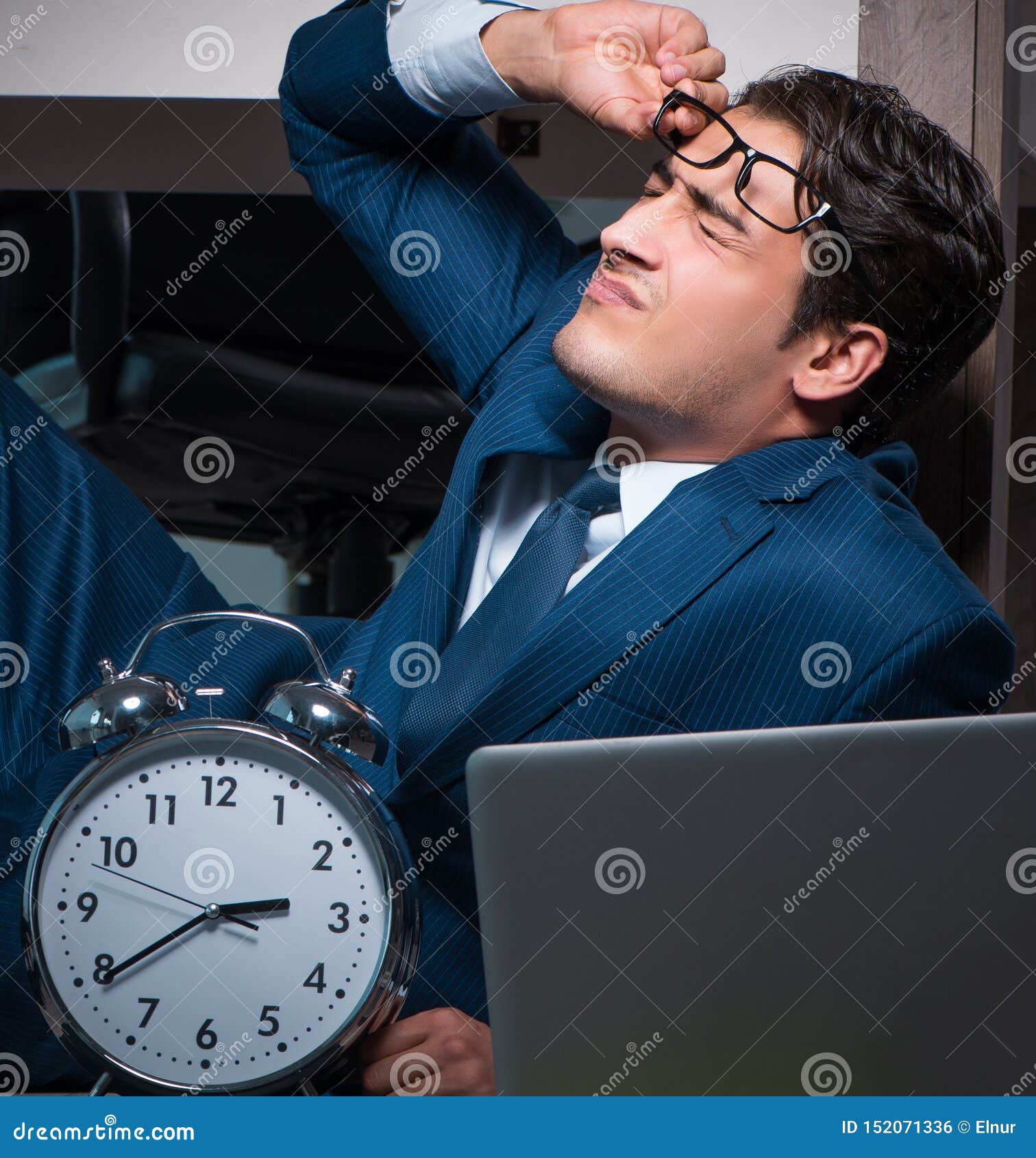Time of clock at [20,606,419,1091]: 2:39
